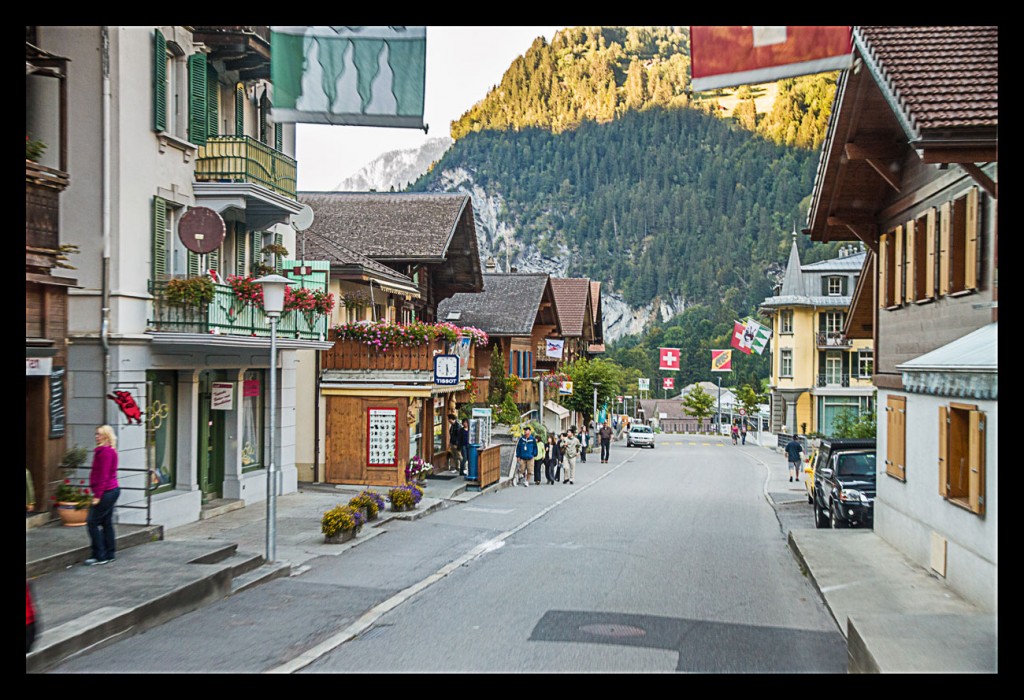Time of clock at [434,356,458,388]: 5:30
